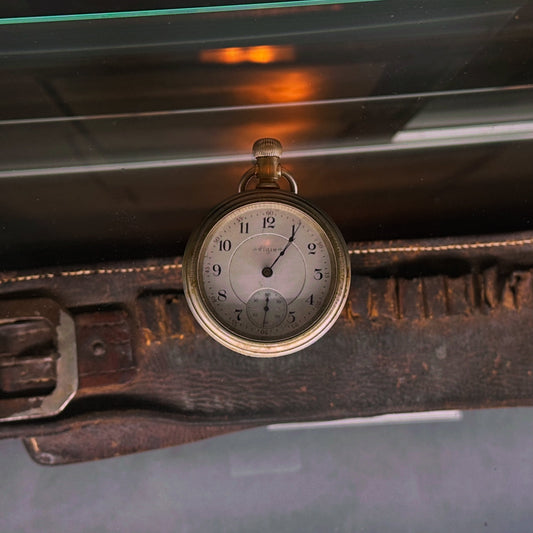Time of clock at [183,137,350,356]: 1:05
